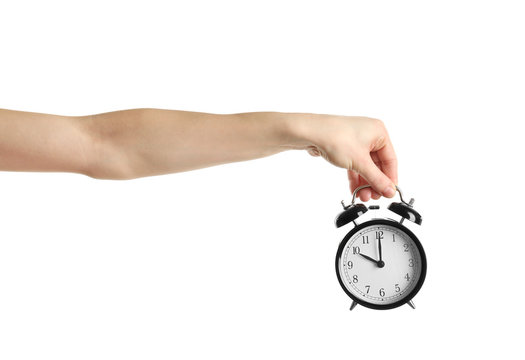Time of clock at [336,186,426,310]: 10:00
